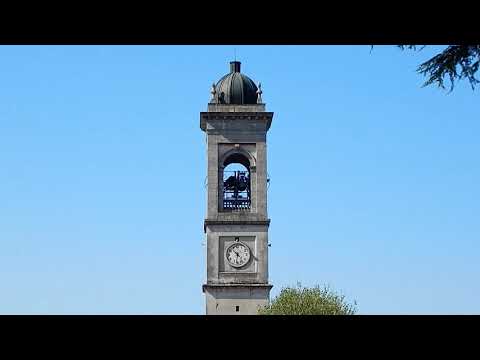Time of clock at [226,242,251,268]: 10:32
